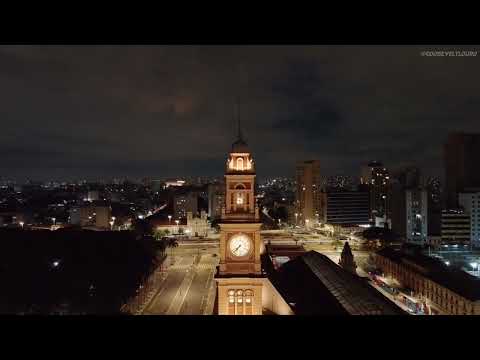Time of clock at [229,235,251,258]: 7:37
